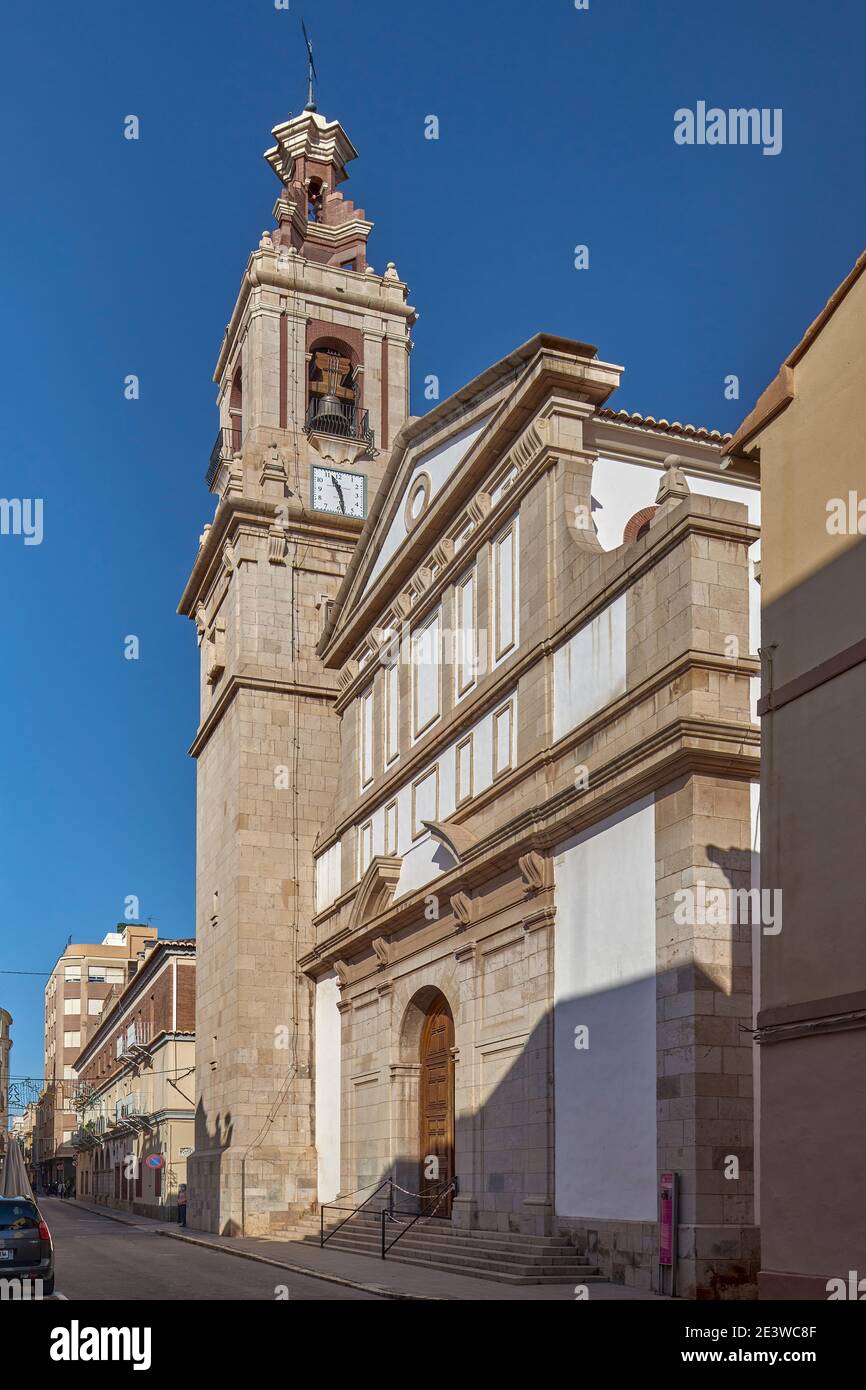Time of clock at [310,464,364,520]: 11:28
